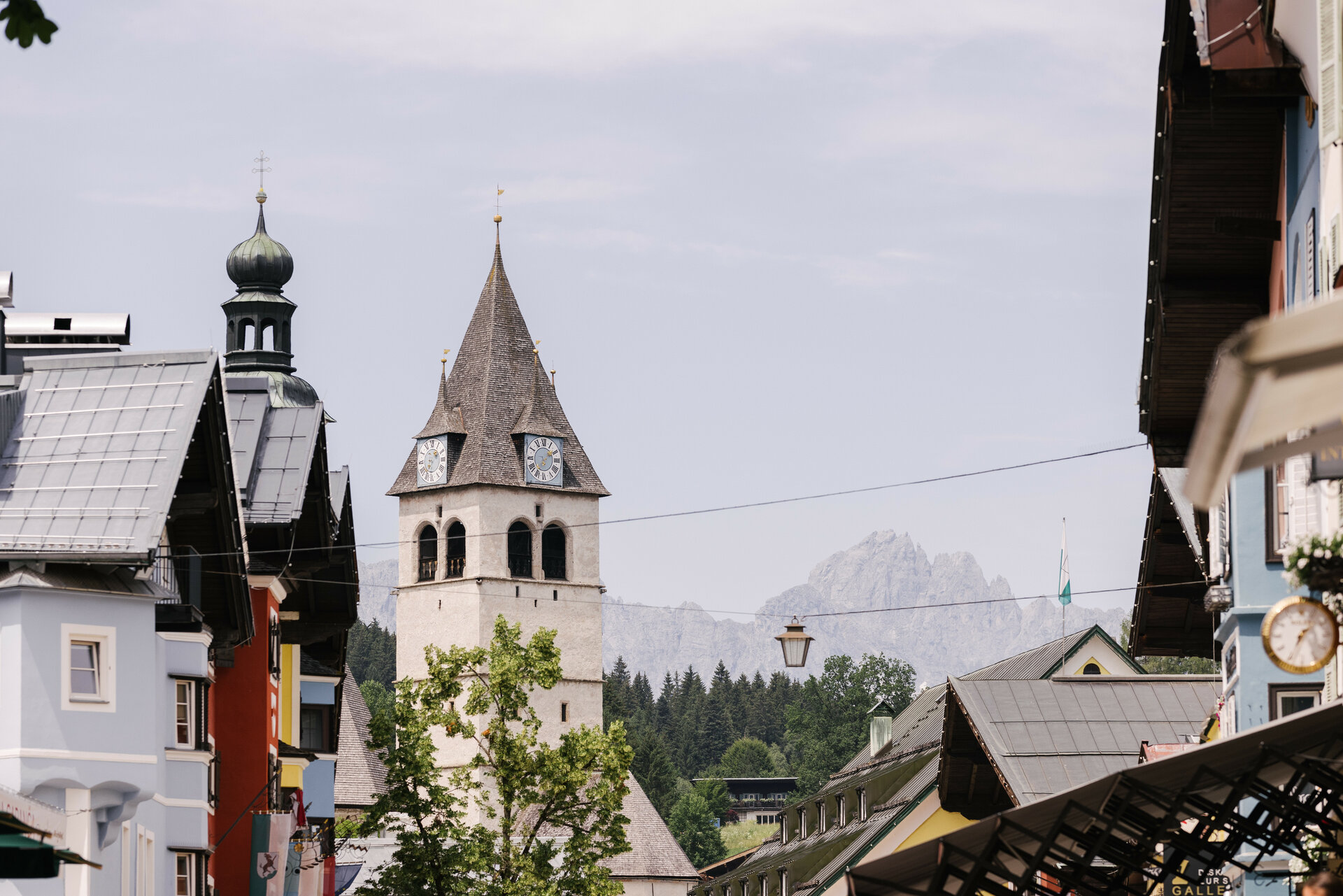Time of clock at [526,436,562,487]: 1:37
